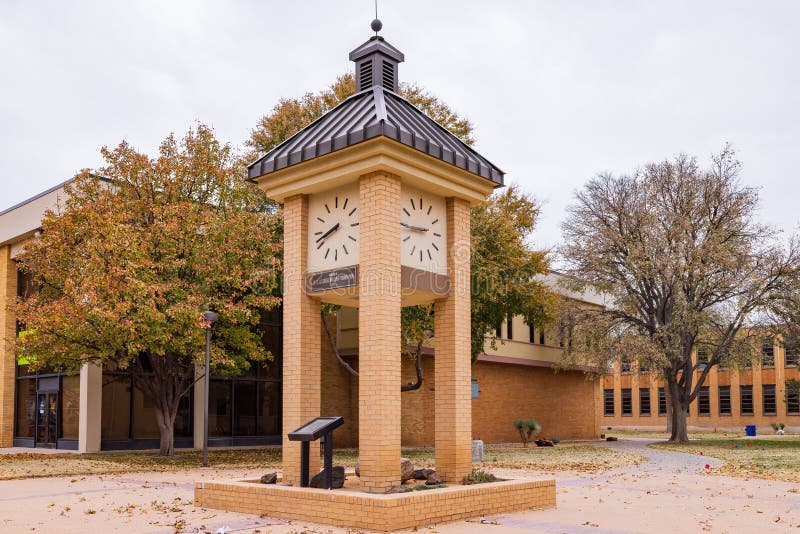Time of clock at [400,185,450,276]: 8:44
